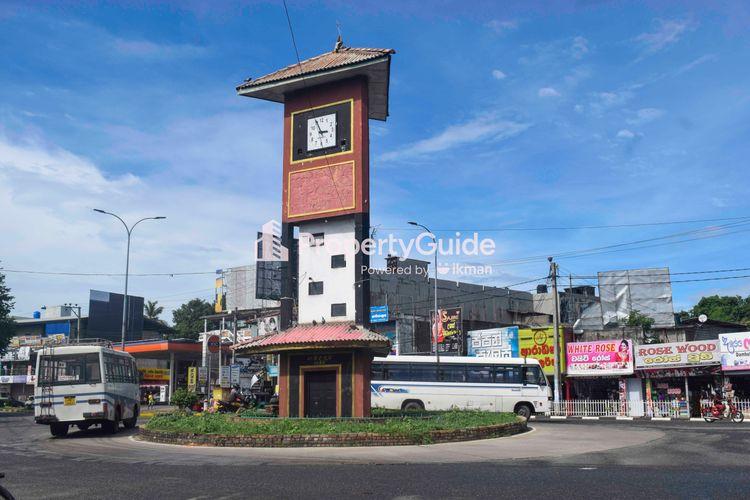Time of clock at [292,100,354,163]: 2:56
